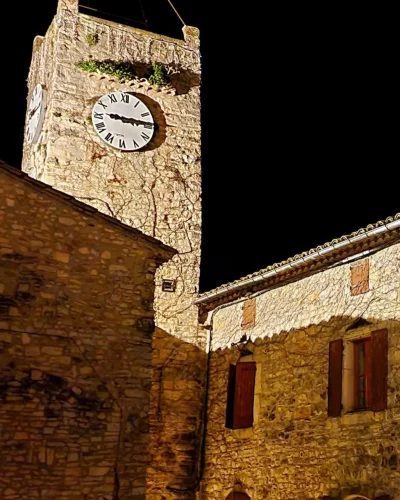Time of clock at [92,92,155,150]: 9:14
